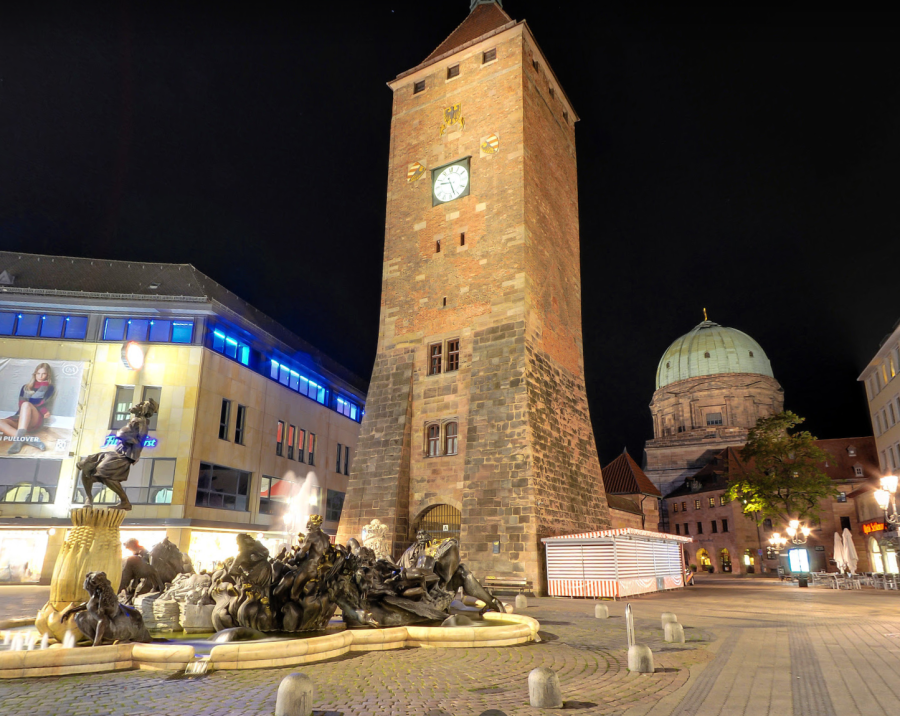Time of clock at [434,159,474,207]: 9:27
